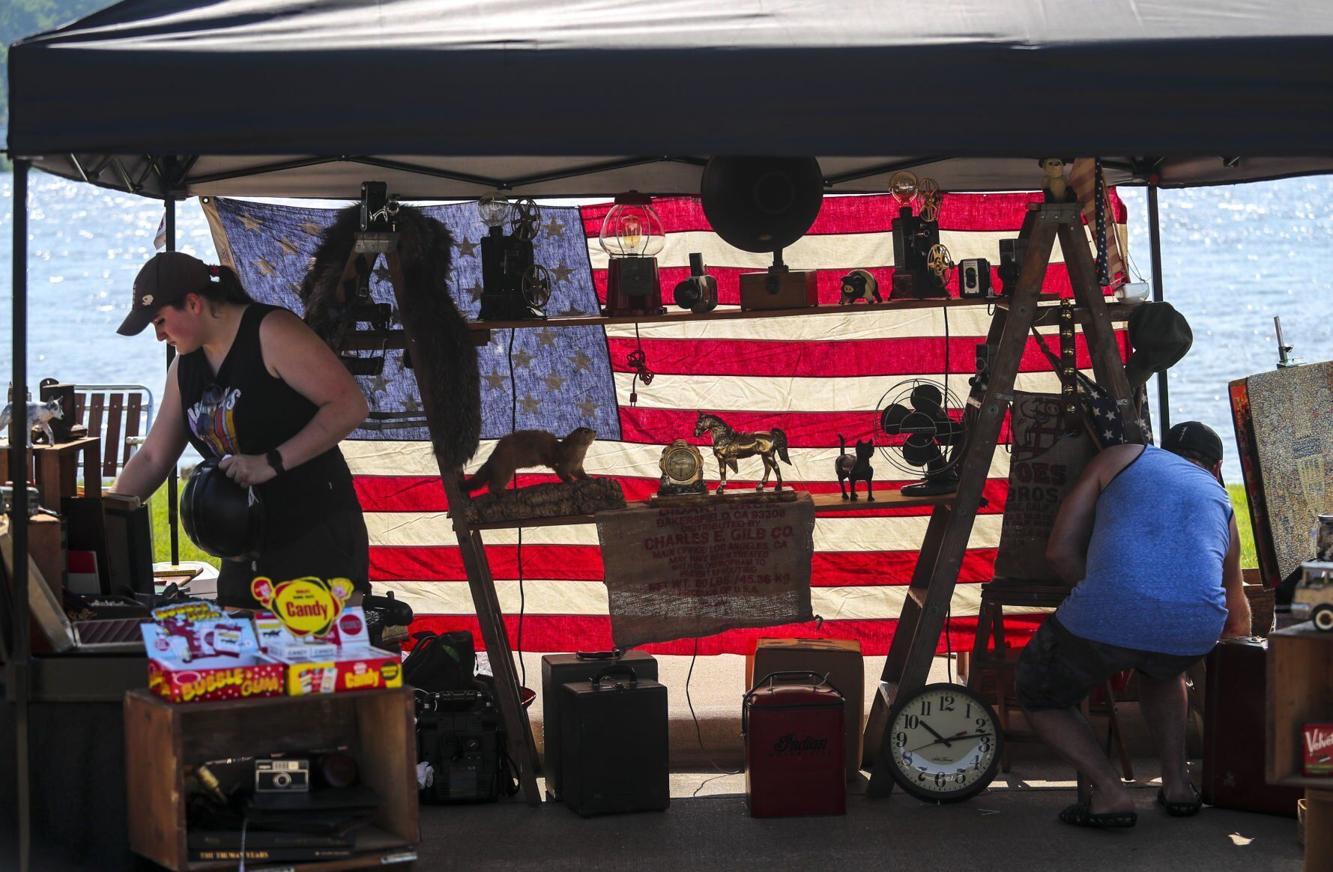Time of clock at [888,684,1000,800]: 10:12
